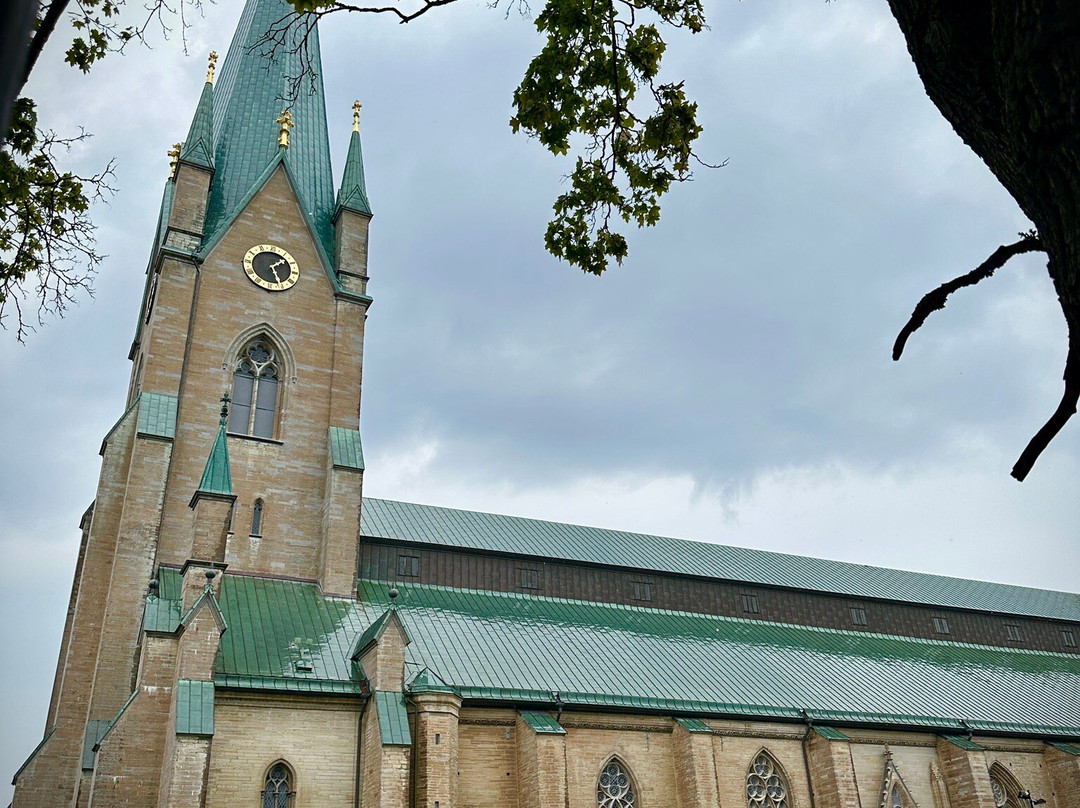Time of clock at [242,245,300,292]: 1:26
